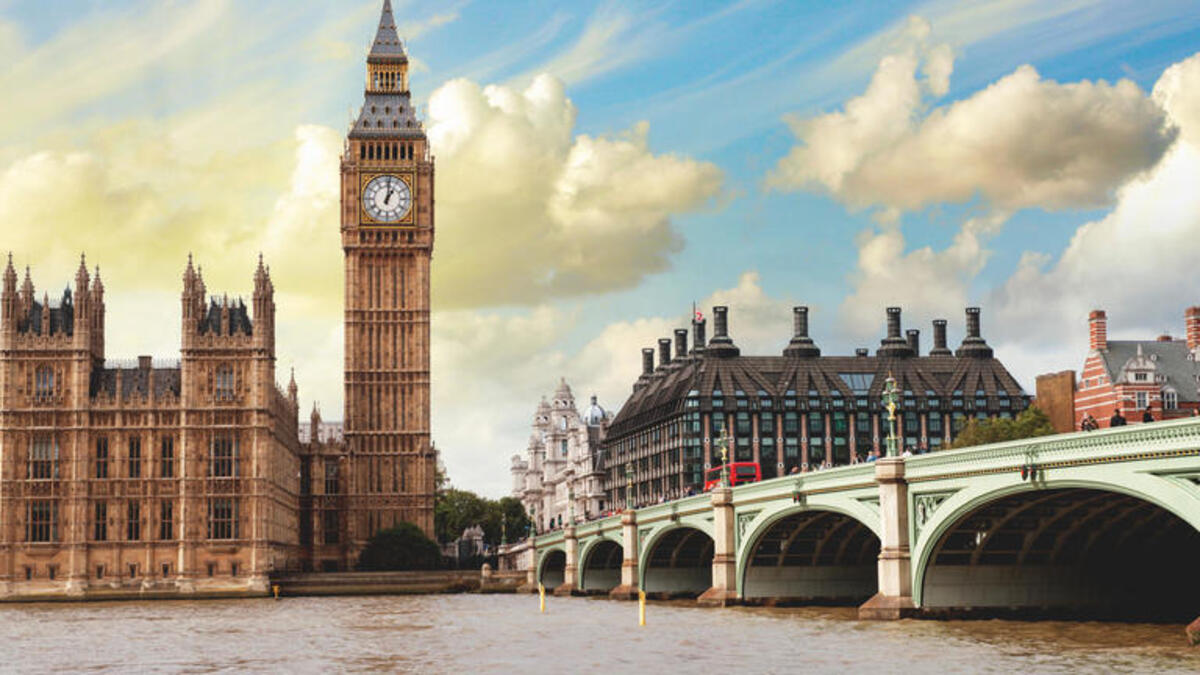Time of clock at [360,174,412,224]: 1:01
